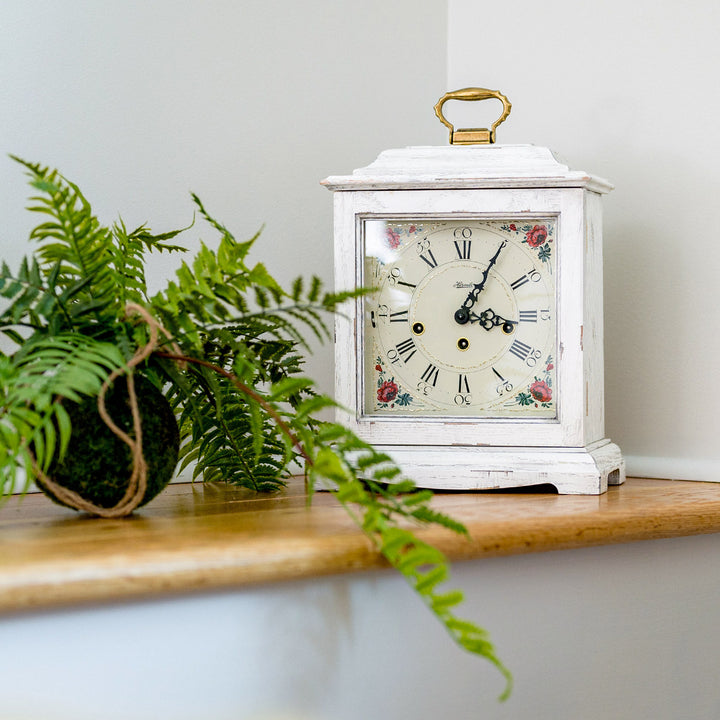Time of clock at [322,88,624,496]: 3:04
